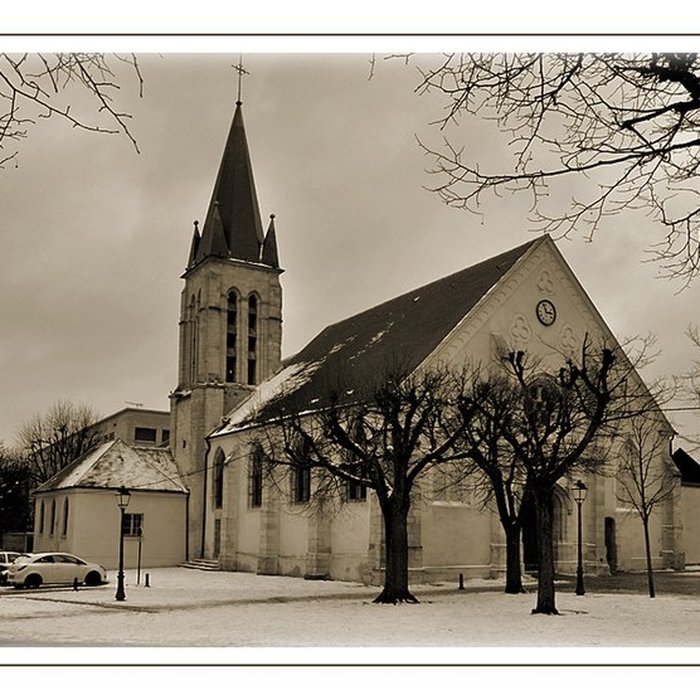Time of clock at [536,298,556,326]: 2:56
